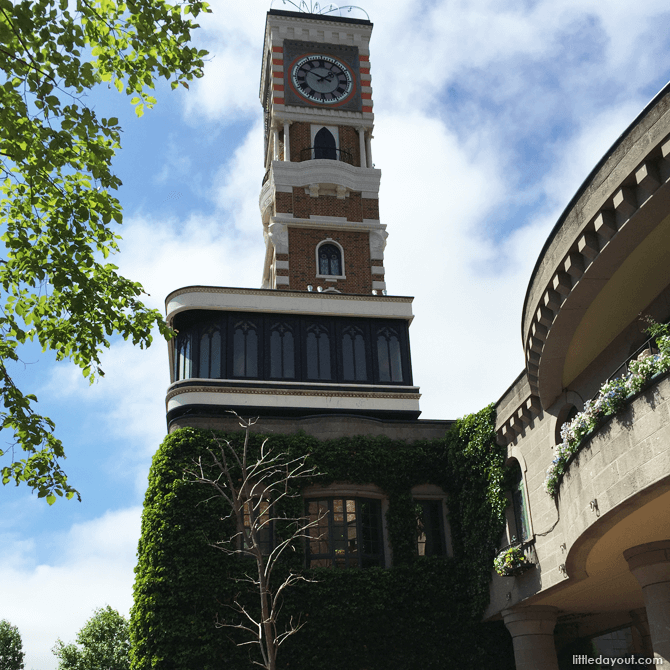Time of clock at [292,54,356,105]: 1:49
